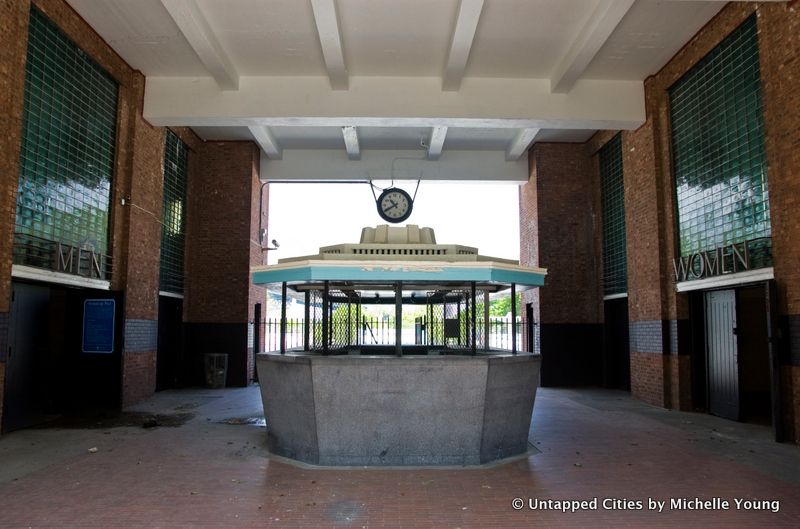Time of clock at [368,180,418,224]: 10:39
